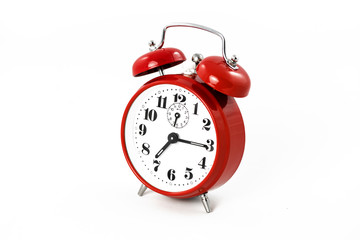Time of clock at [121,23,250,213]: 7:15
